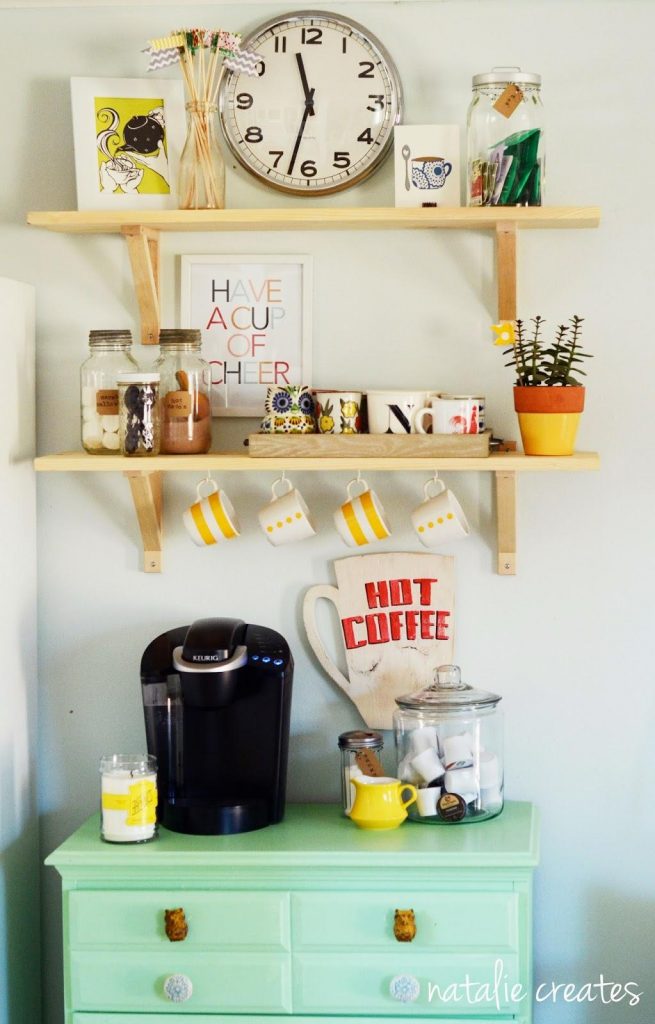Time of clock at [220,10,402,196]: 11:32
